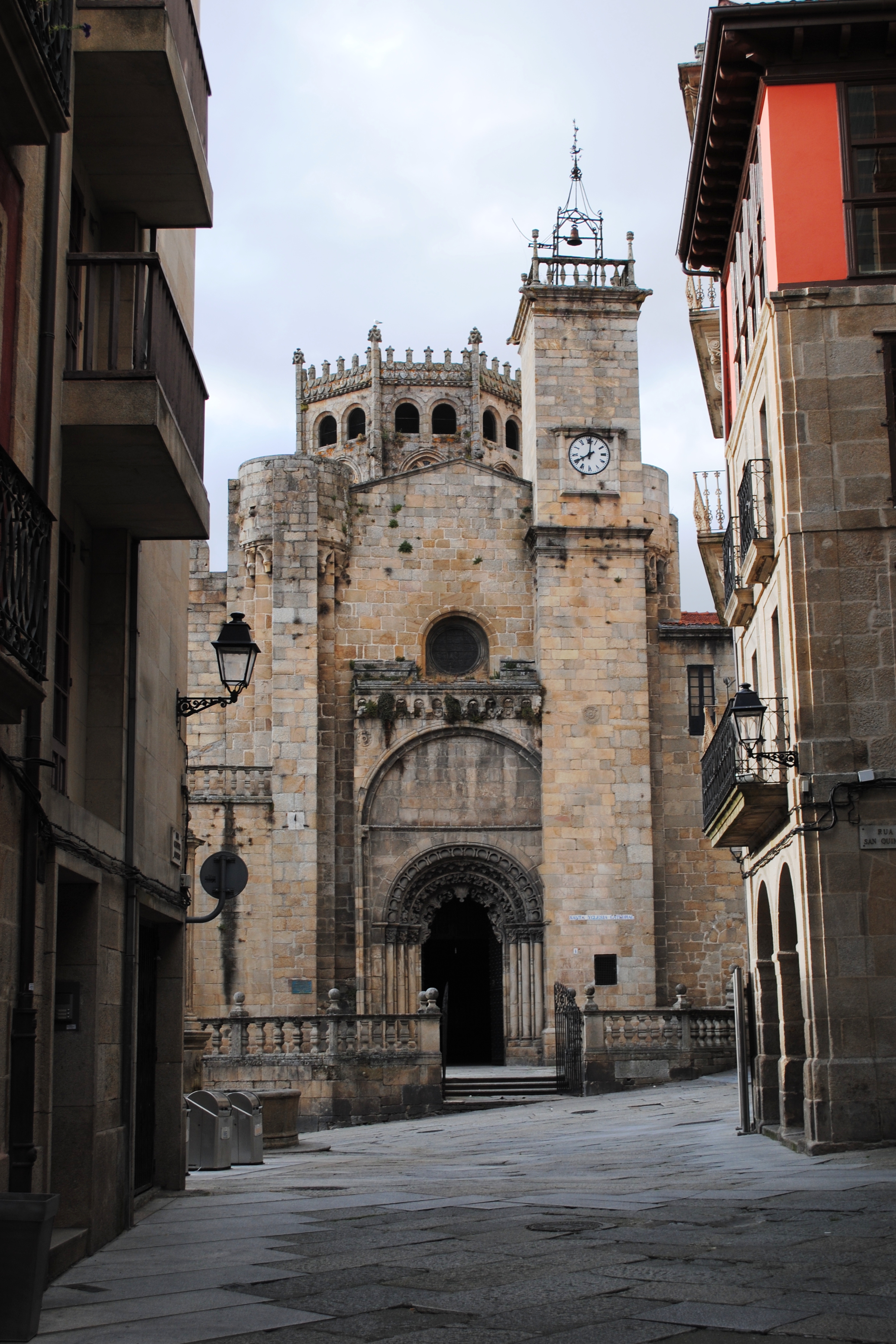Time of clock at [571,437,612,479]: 8:01
